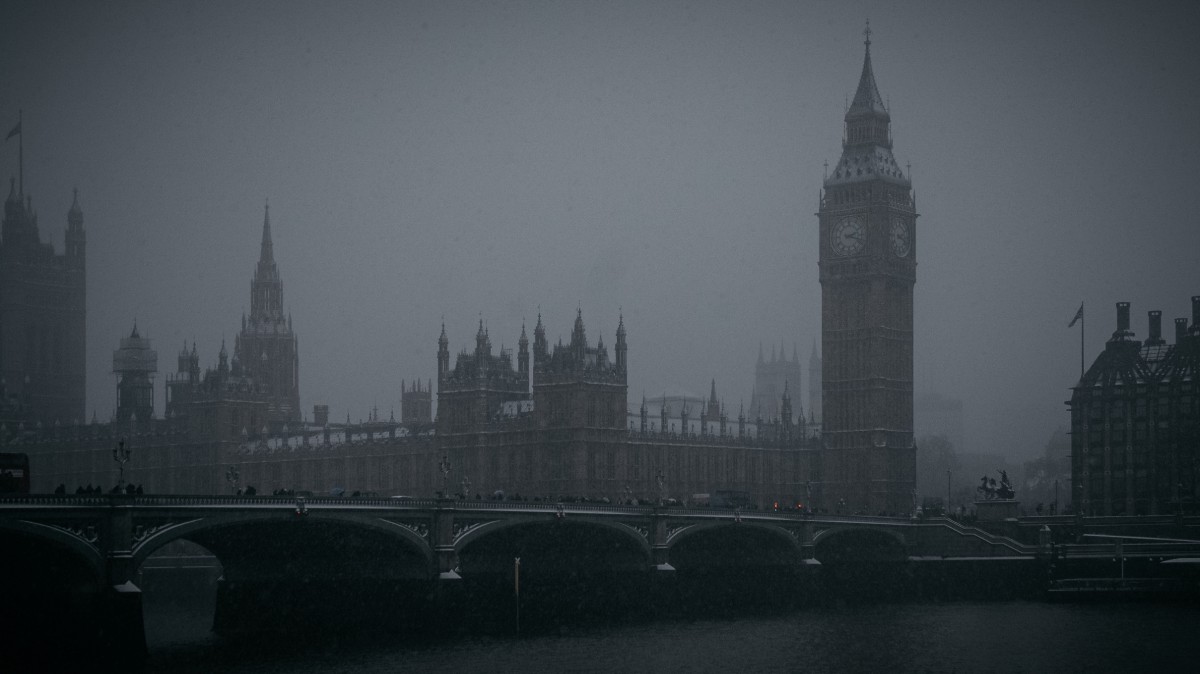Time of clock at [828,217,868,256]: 2:18
